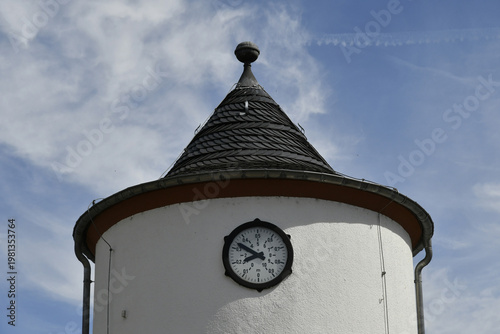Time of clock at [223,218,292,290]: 8:51
